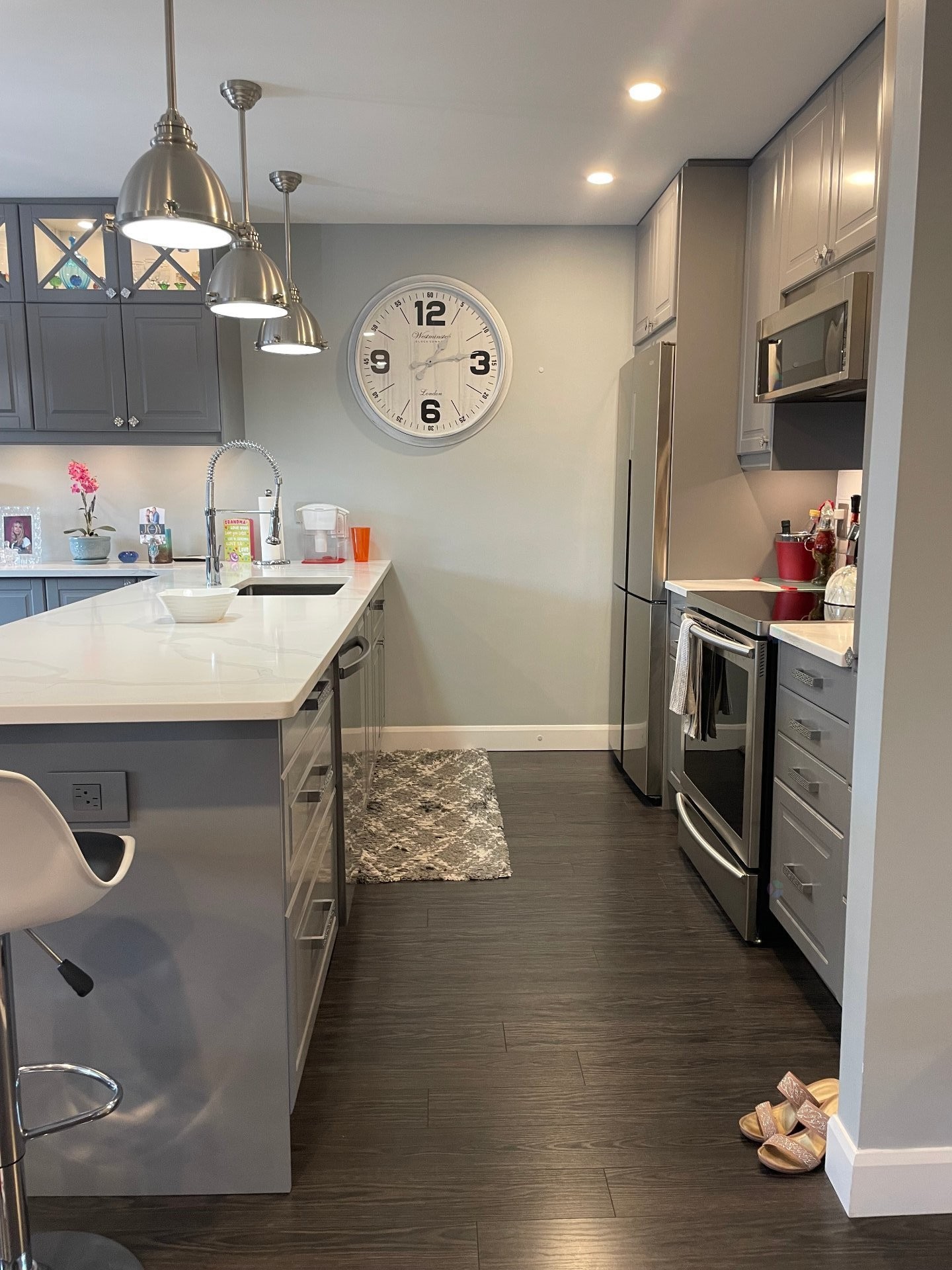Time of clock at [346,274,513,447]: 1:13
